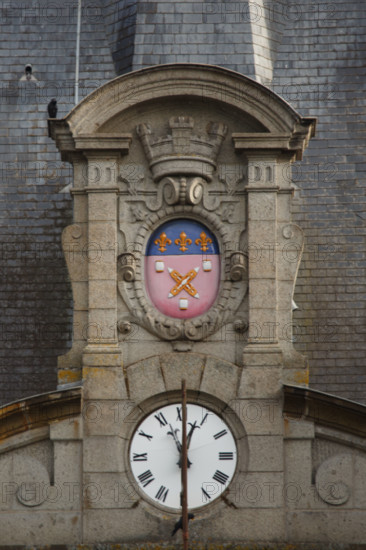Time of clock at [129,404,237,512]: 12:29
